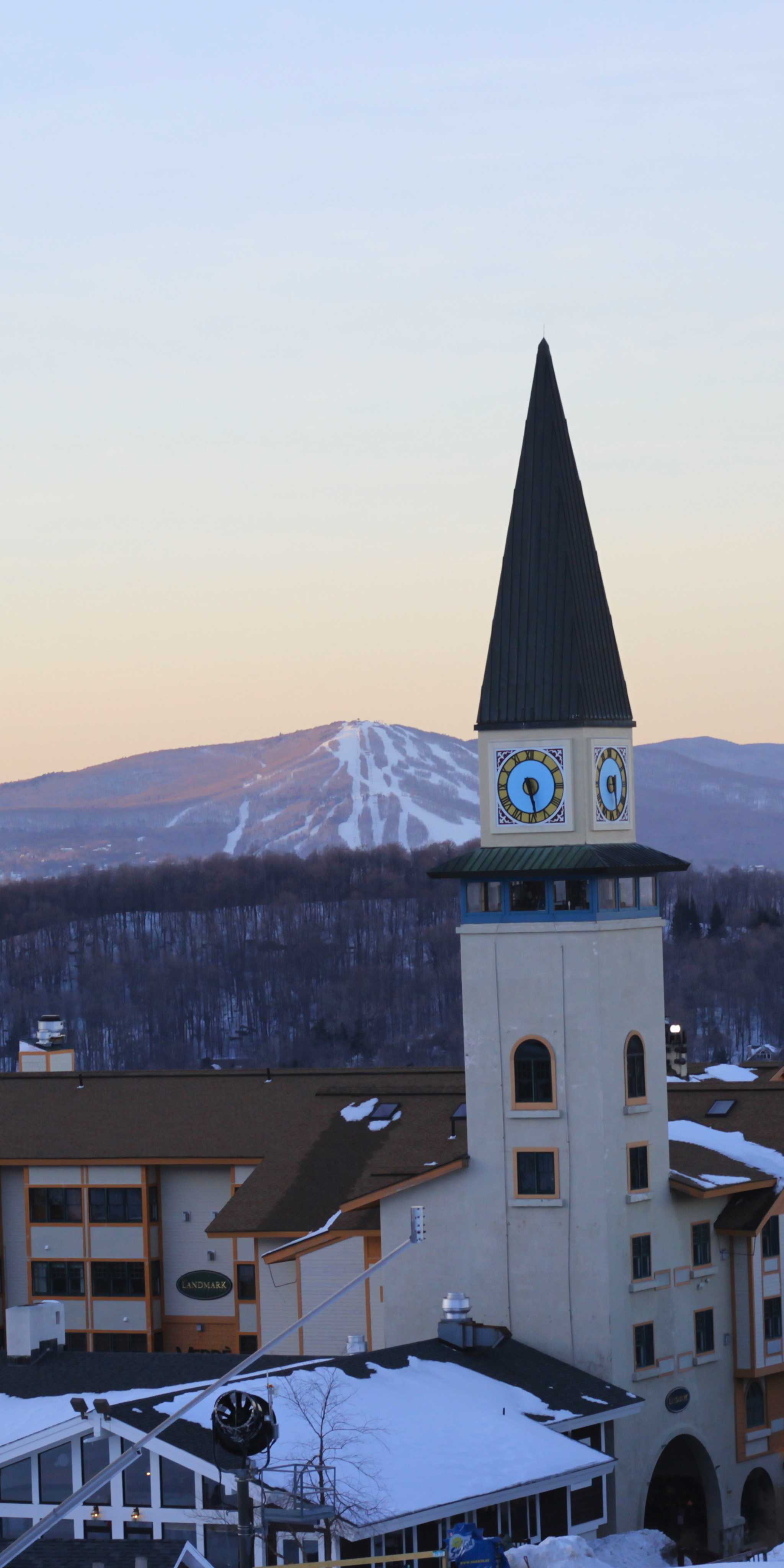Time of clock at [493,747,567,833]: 5:28
